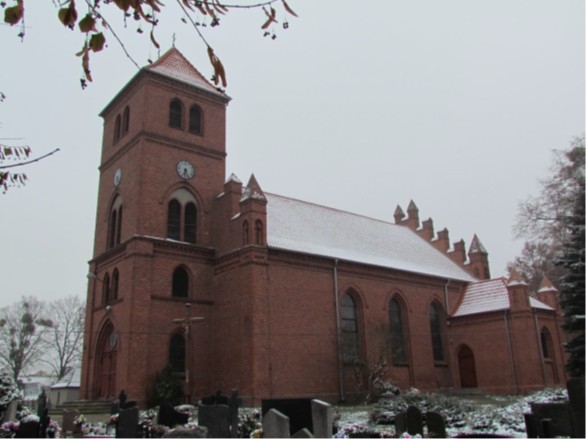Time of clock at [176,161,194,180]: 6:25
